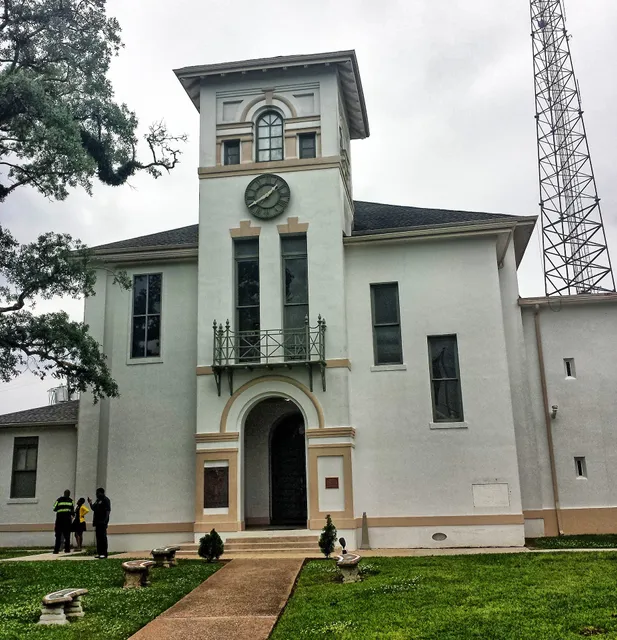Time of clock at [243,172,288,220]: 1:40
